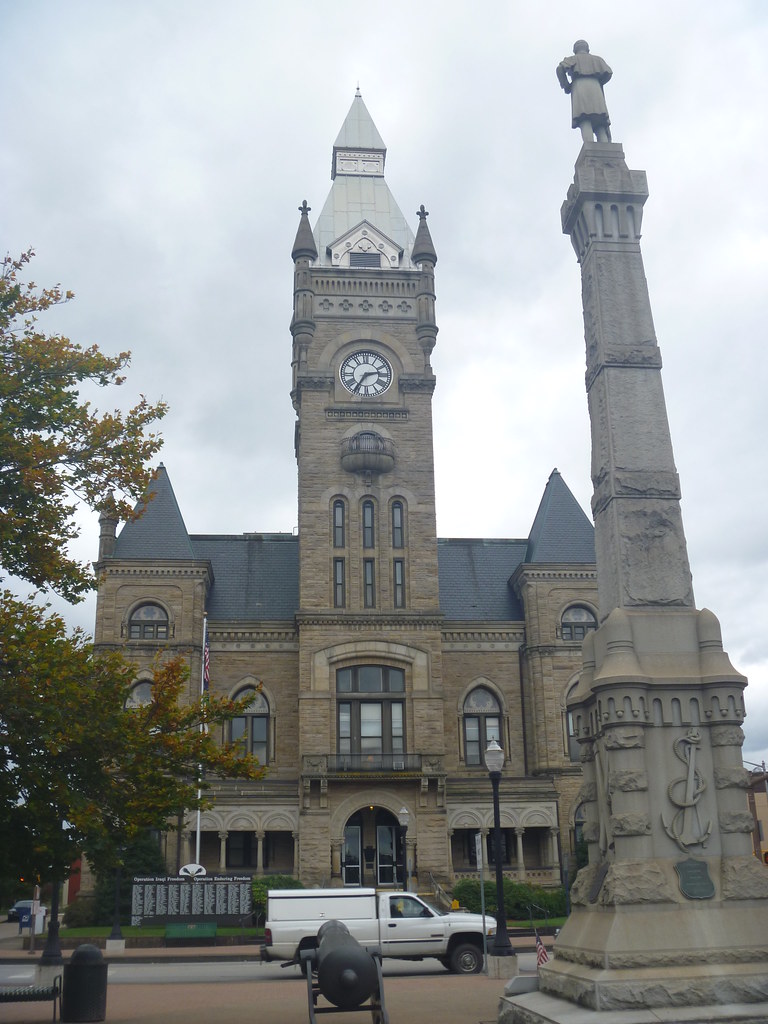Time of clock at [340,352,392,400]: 2:35
